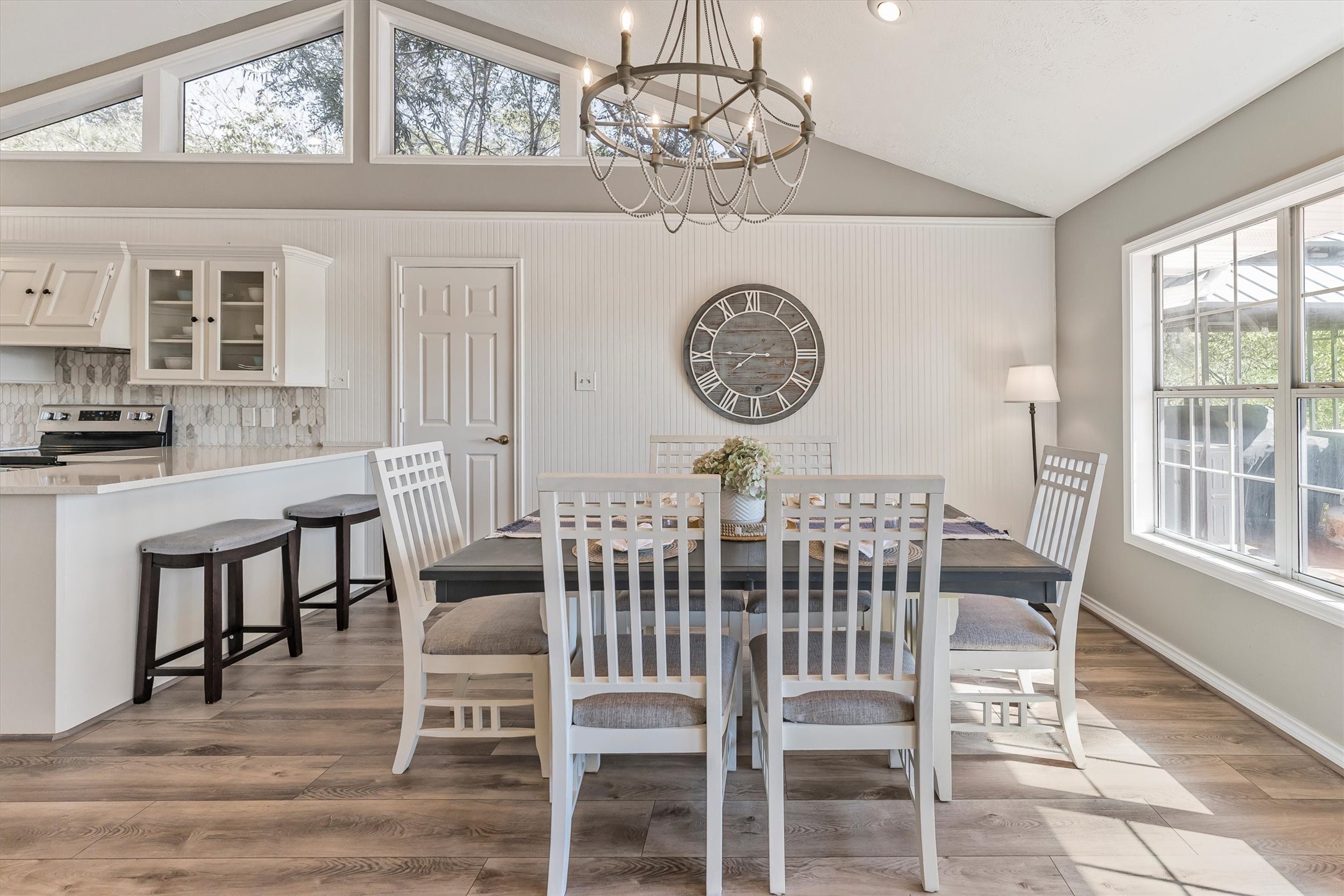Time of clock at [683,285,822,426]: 7:45
